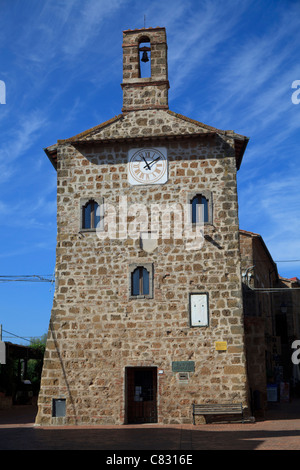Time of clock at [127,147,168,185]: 11:08
